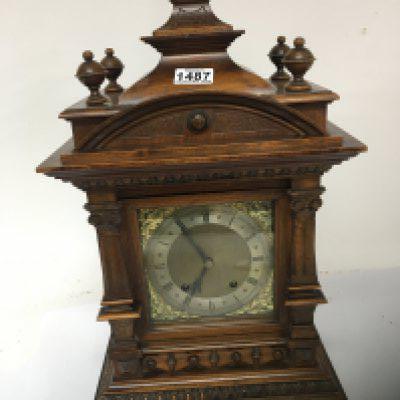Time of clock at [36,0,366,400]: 6:54
